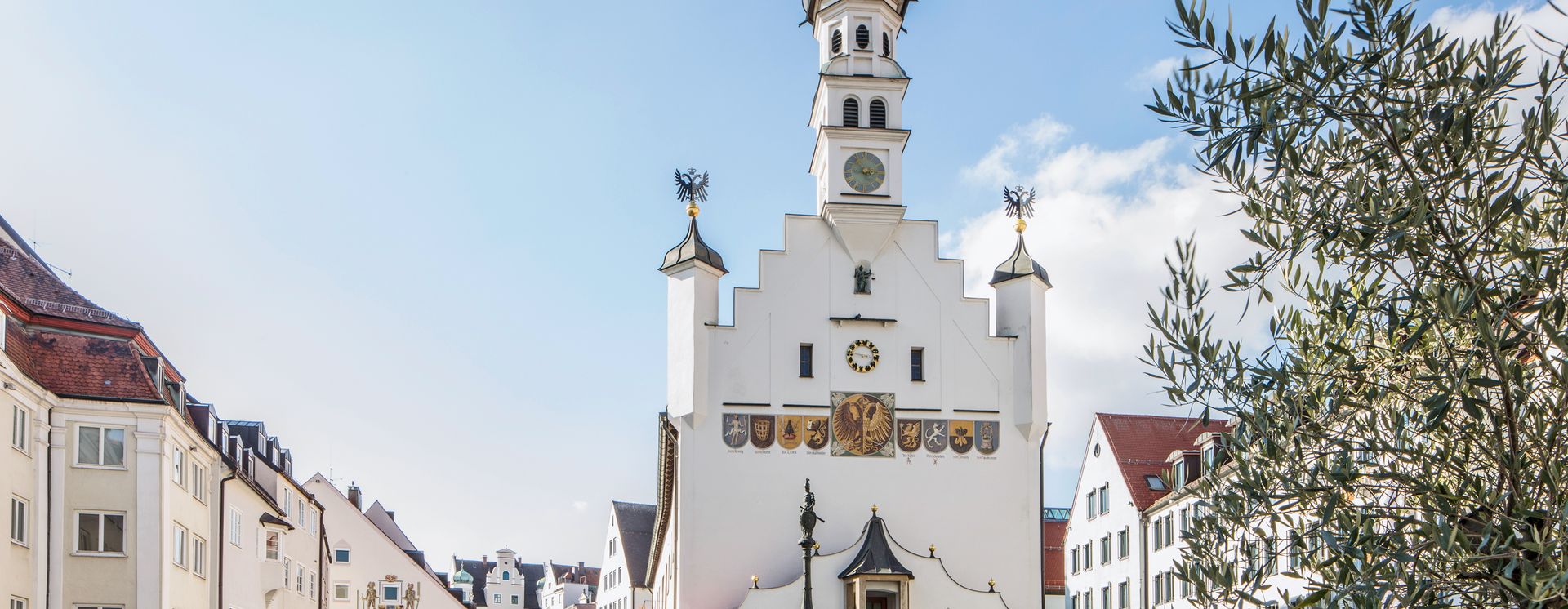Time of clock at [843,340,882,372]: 2:46
